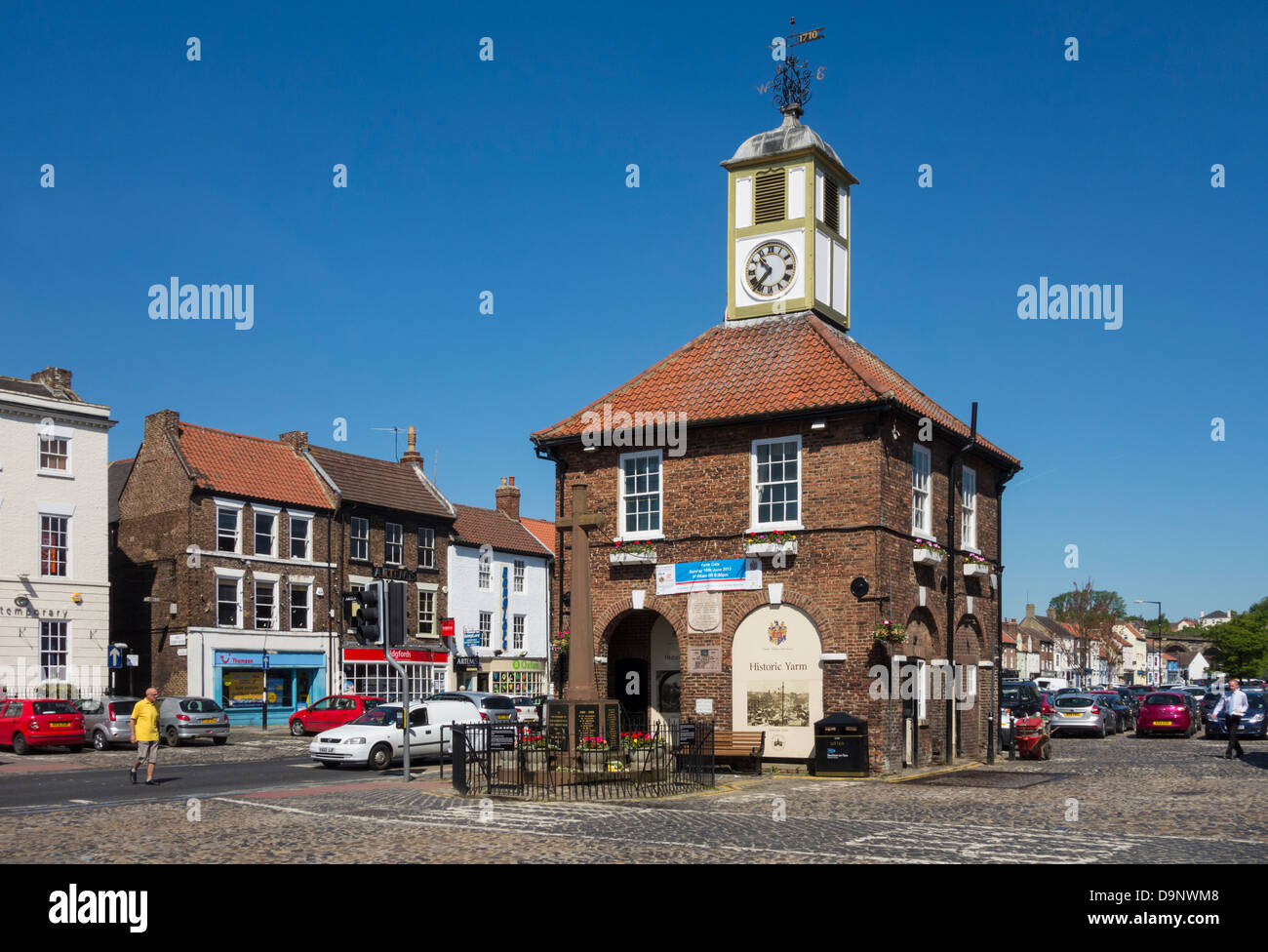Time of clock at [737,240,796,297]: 10:37
